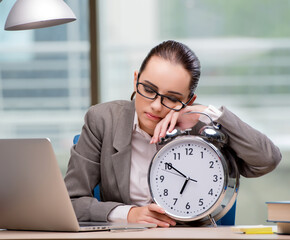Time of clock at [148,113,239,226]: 6:50
